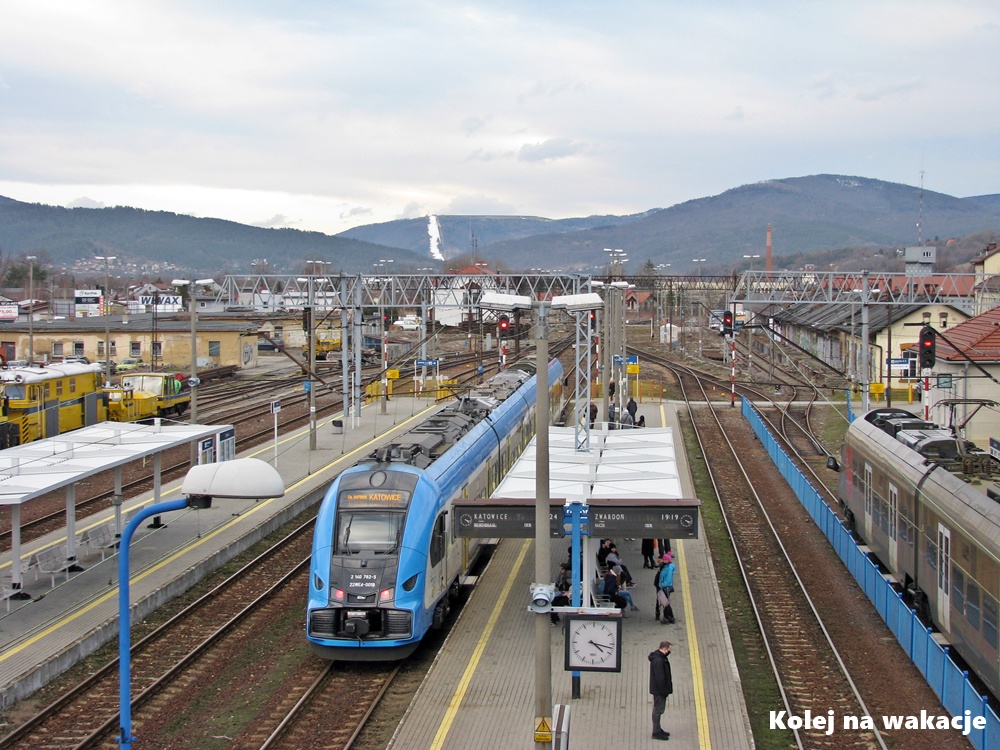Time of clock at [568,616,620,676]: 4:17
